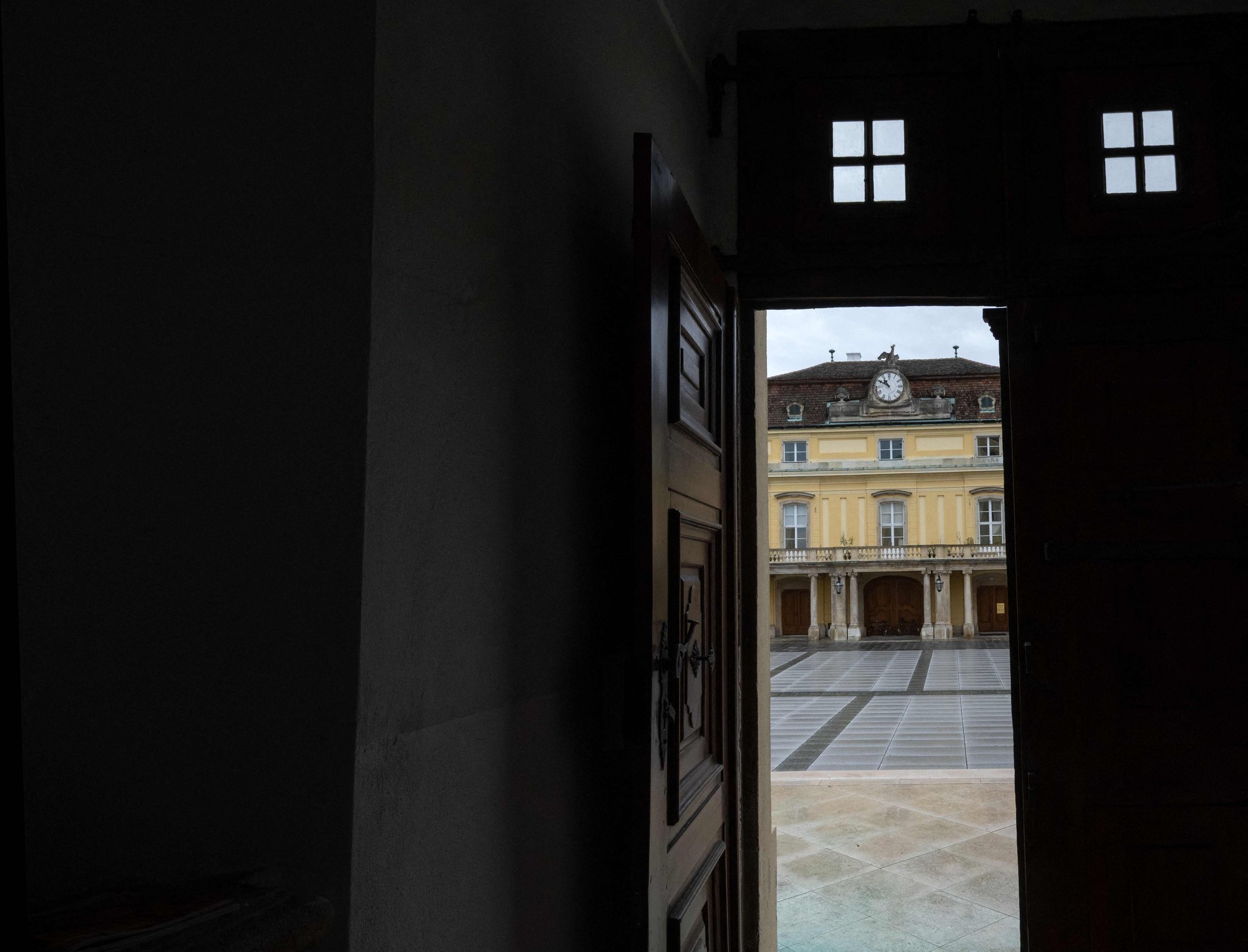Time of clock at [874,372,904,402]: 10:50
